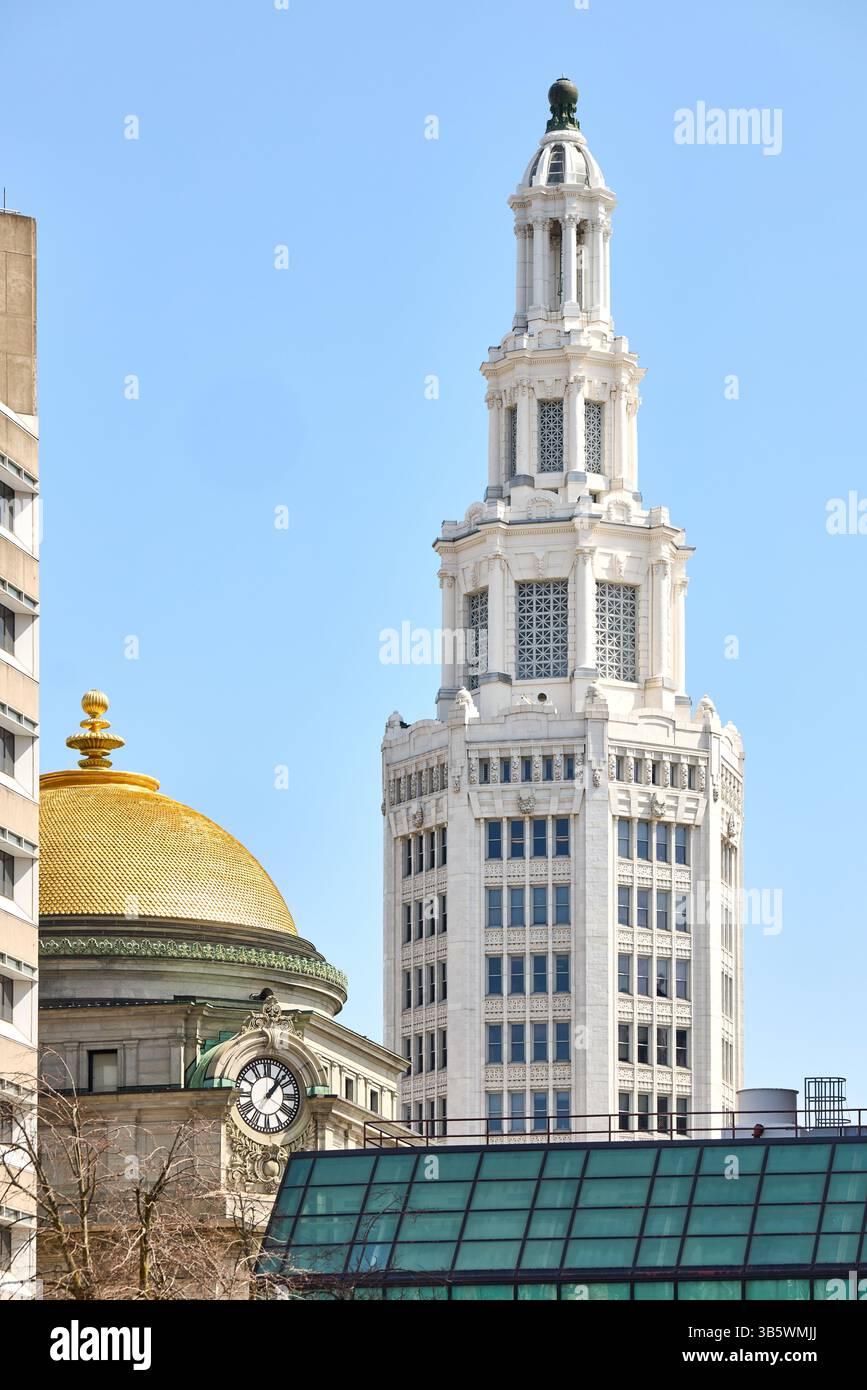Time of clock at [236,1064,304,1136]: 1:07
